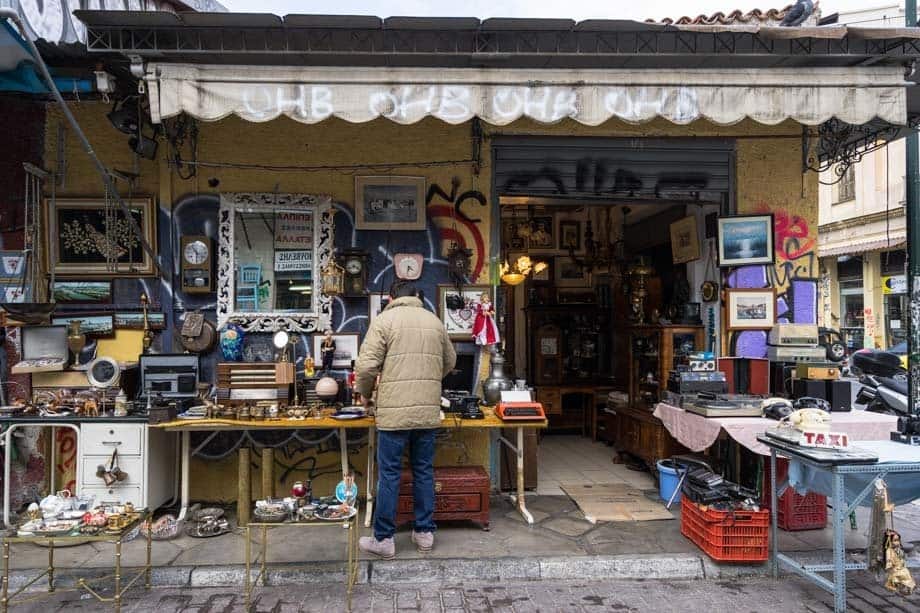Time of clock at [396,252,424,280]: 4:32
